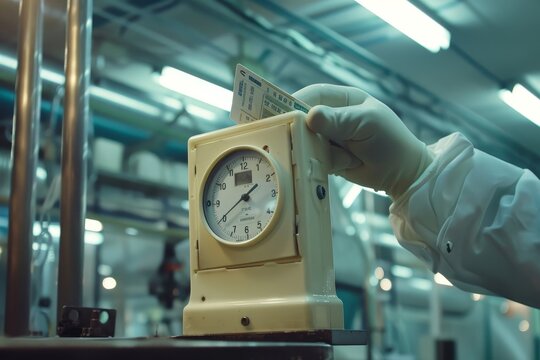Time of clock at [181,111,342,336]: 1:39
